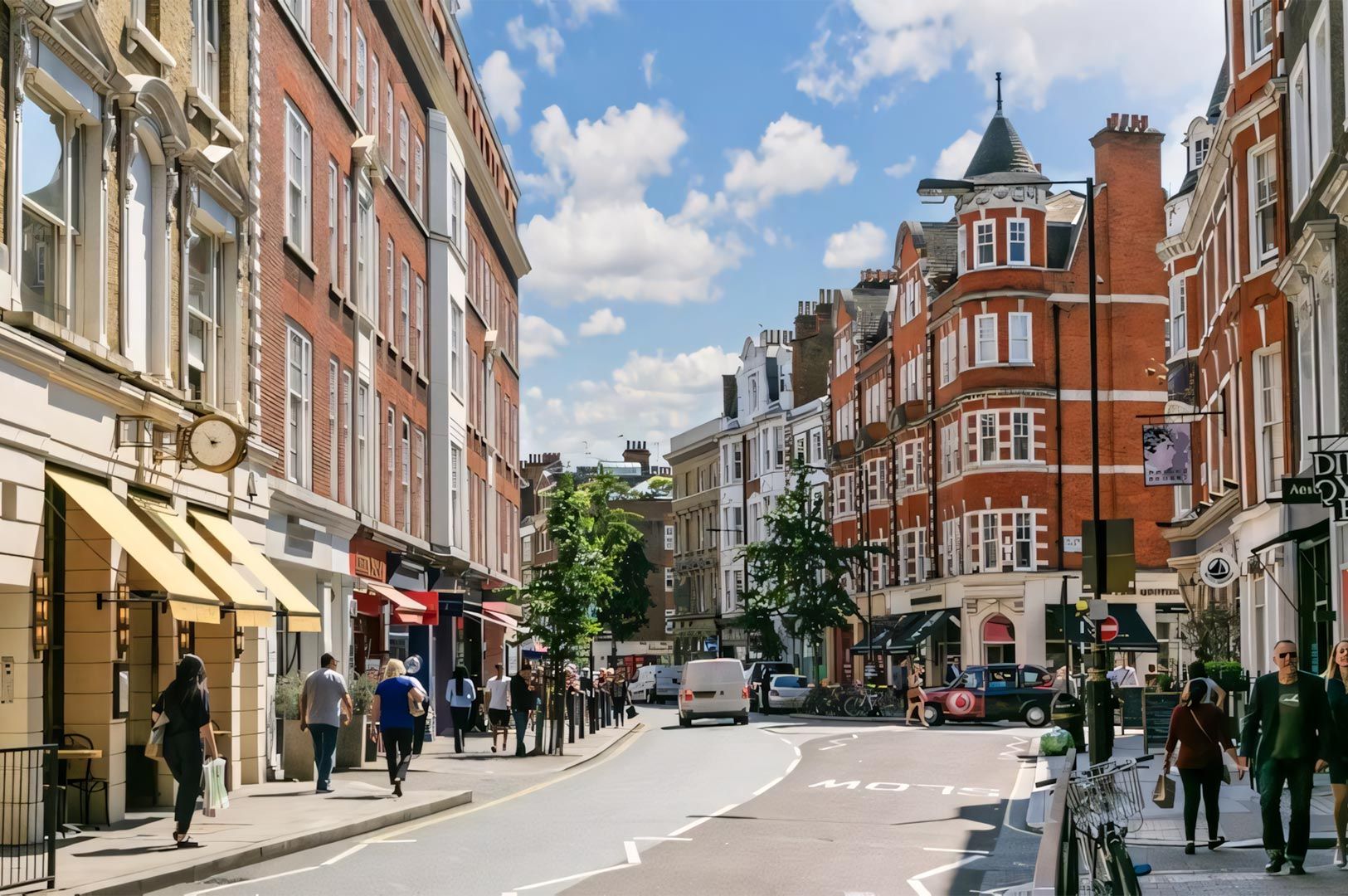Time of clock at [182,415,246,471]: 2:53
